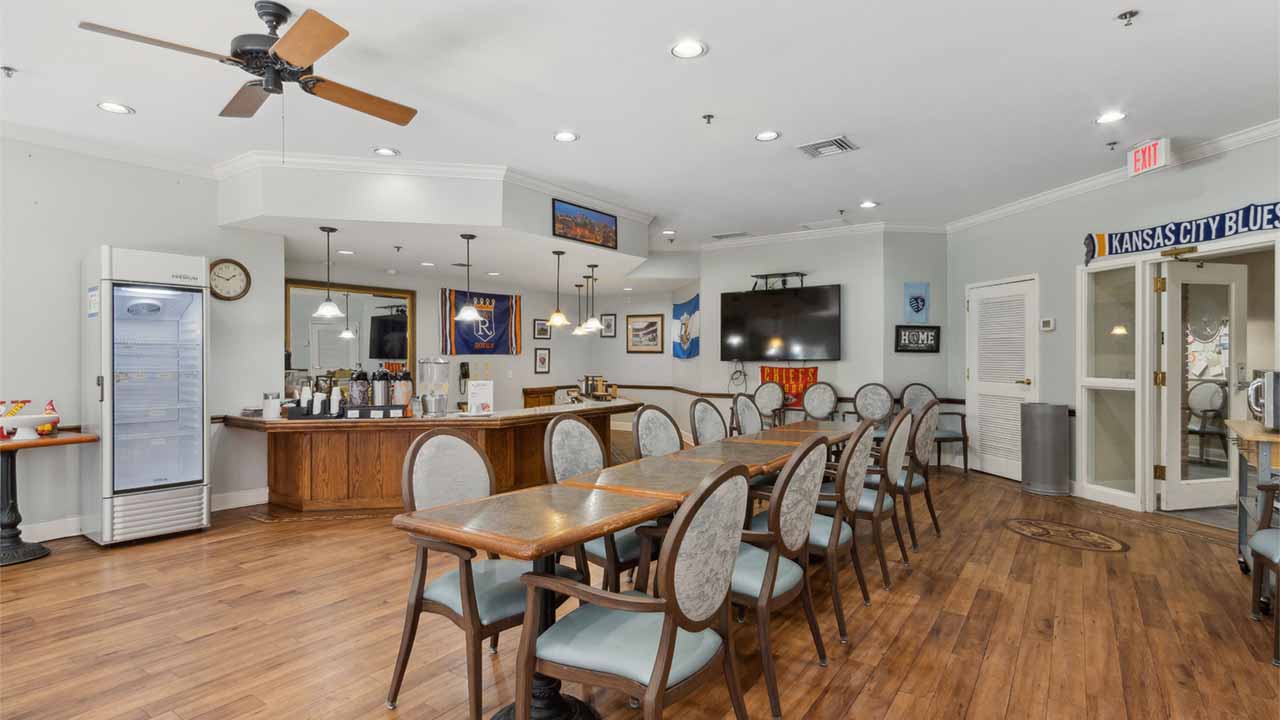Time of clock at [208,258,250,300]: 1:48
